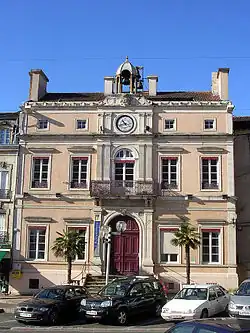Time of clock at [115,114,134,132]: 10:42
